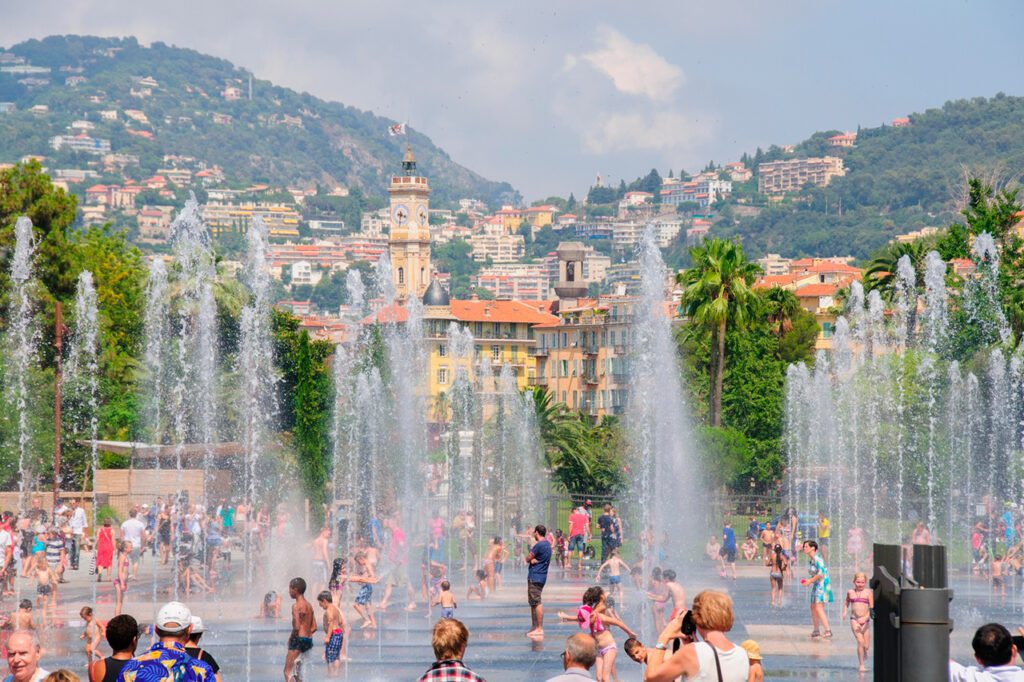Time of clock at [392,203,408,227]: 3:31
